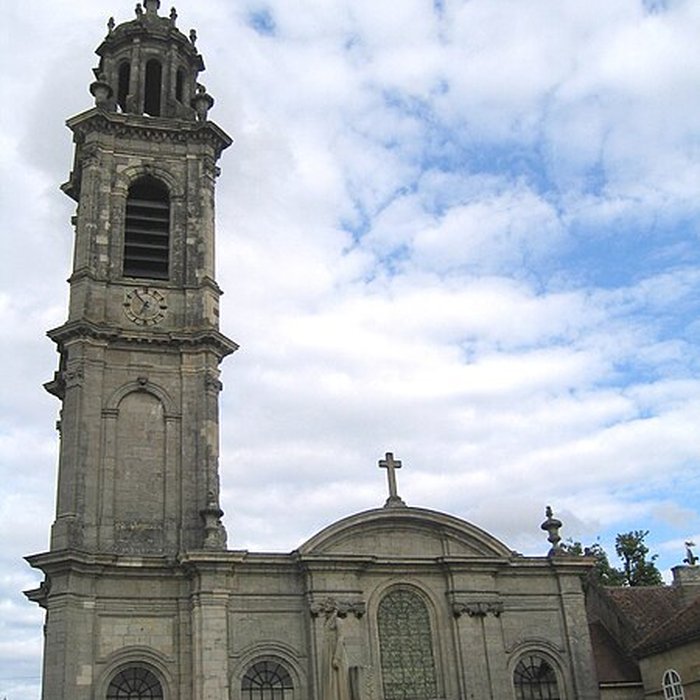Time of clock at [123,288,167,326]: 6:53
